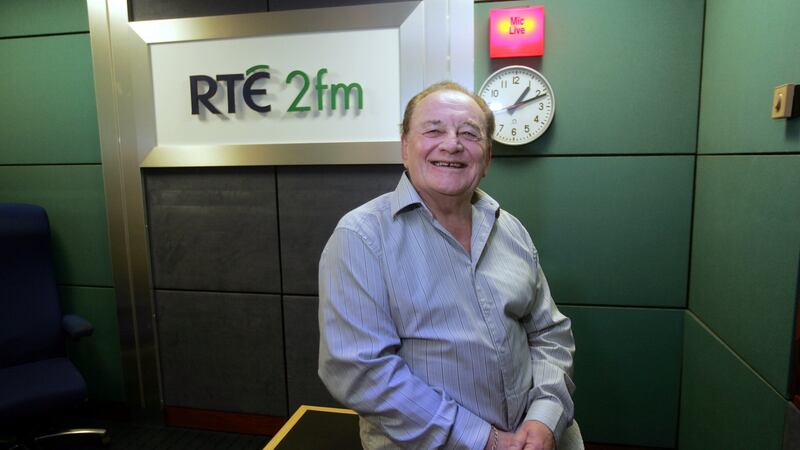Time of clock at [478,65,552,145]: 1:11
